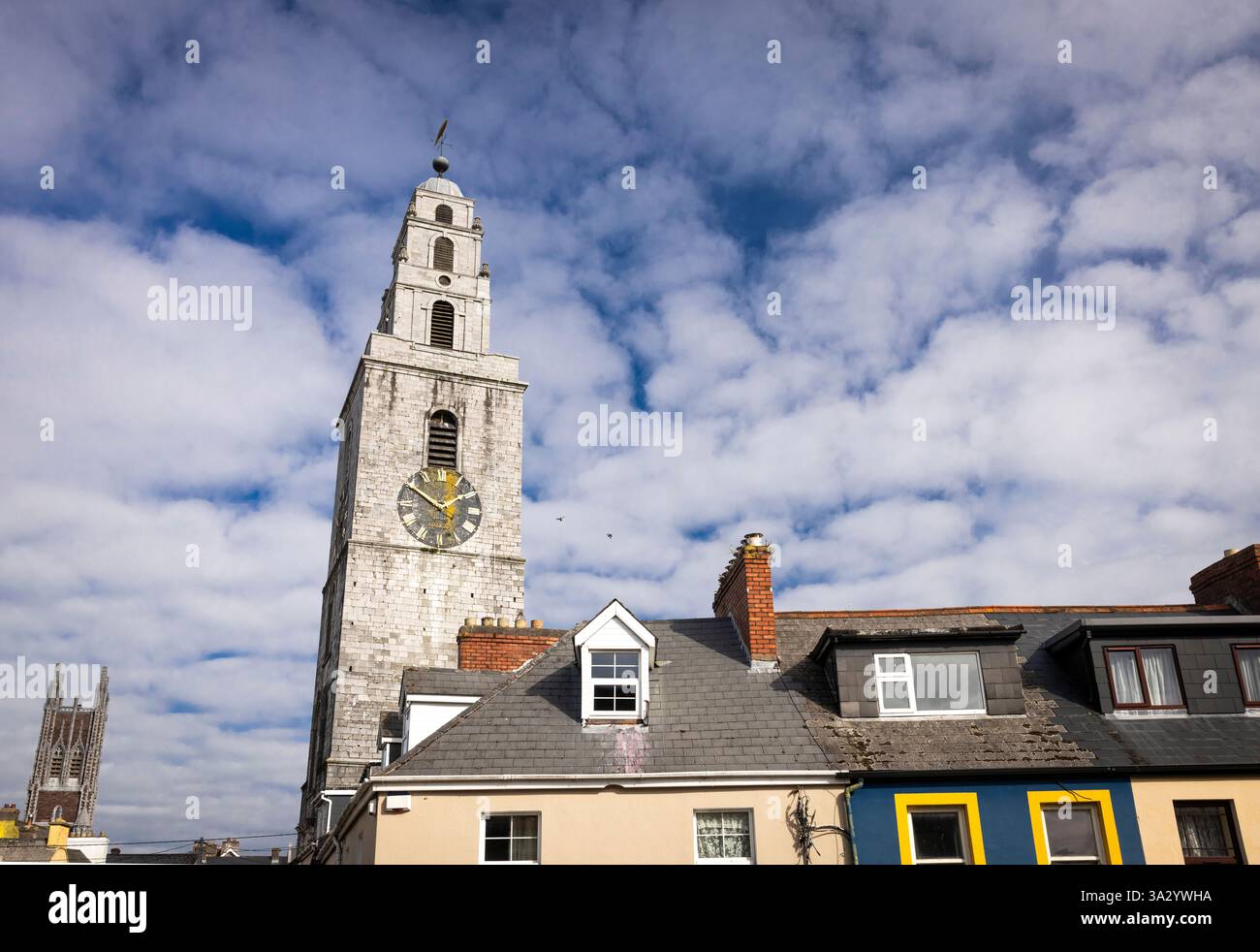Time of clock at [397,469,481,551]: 1:50
